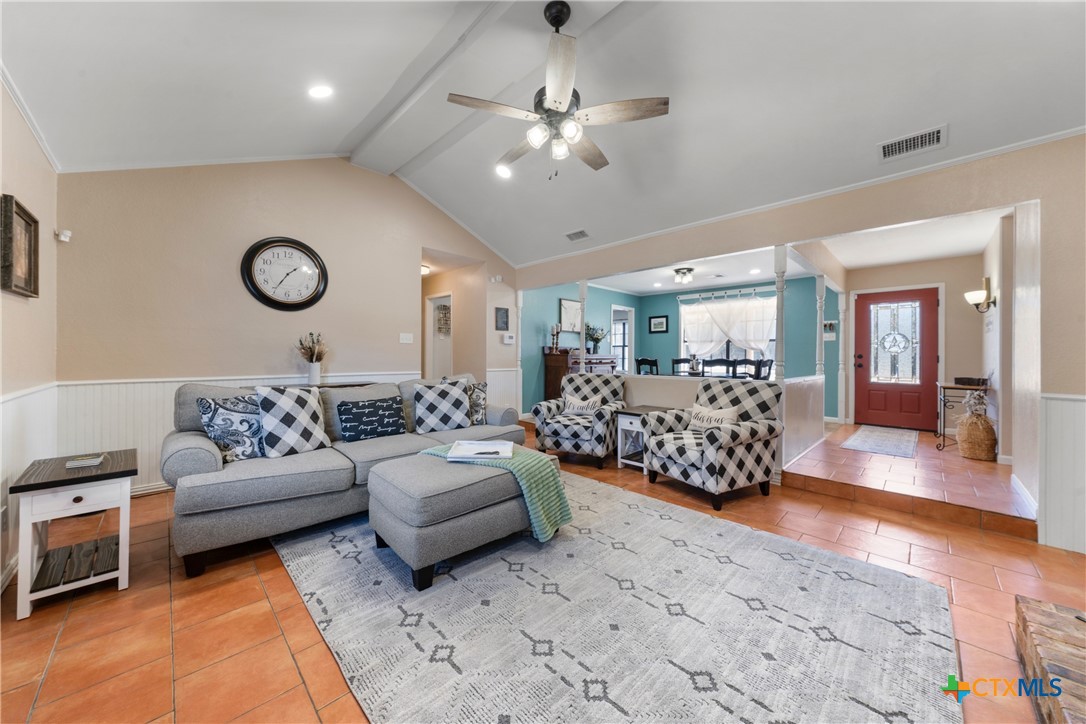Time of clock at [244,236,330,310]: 1:35
